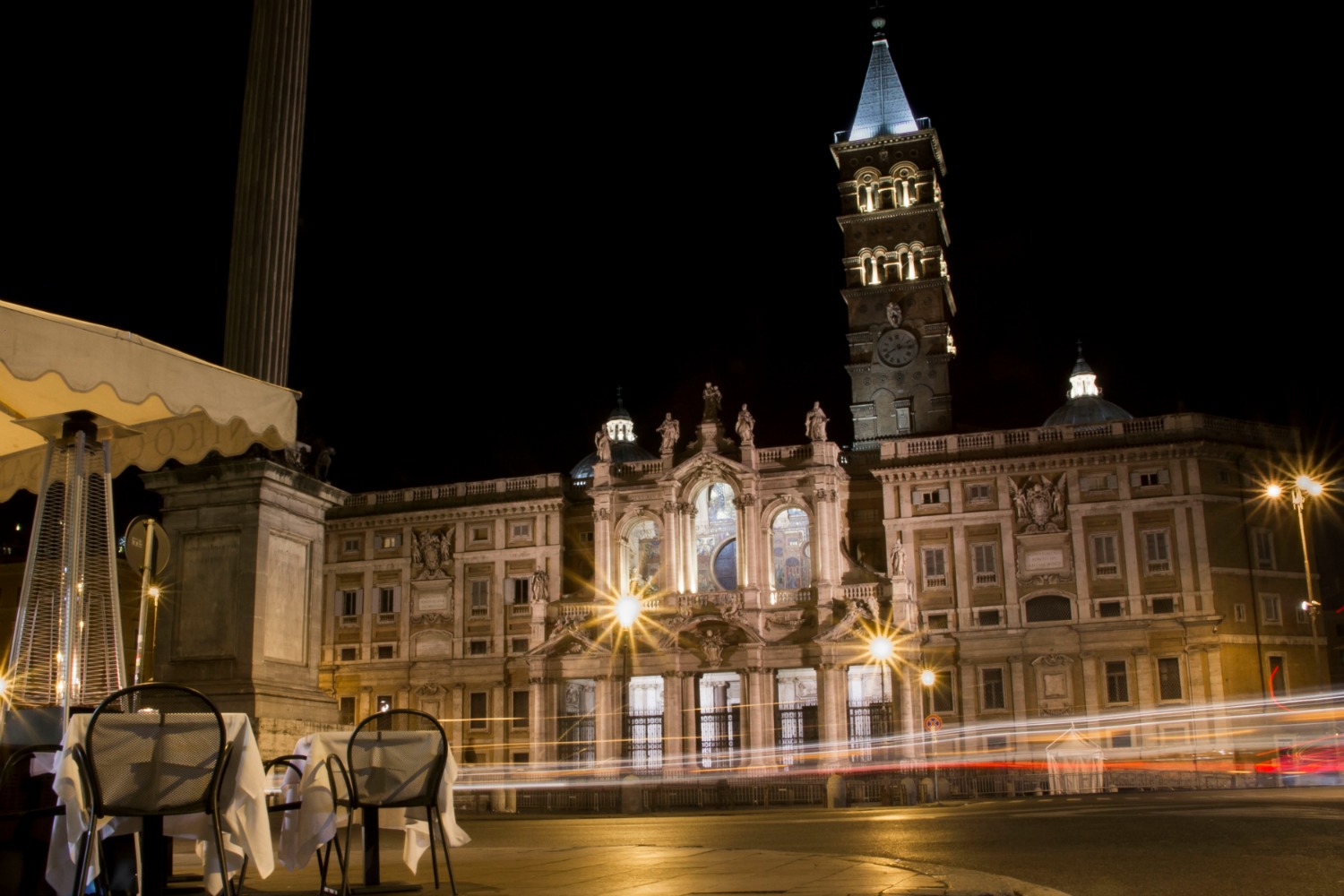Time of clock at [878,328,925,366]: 2:40
